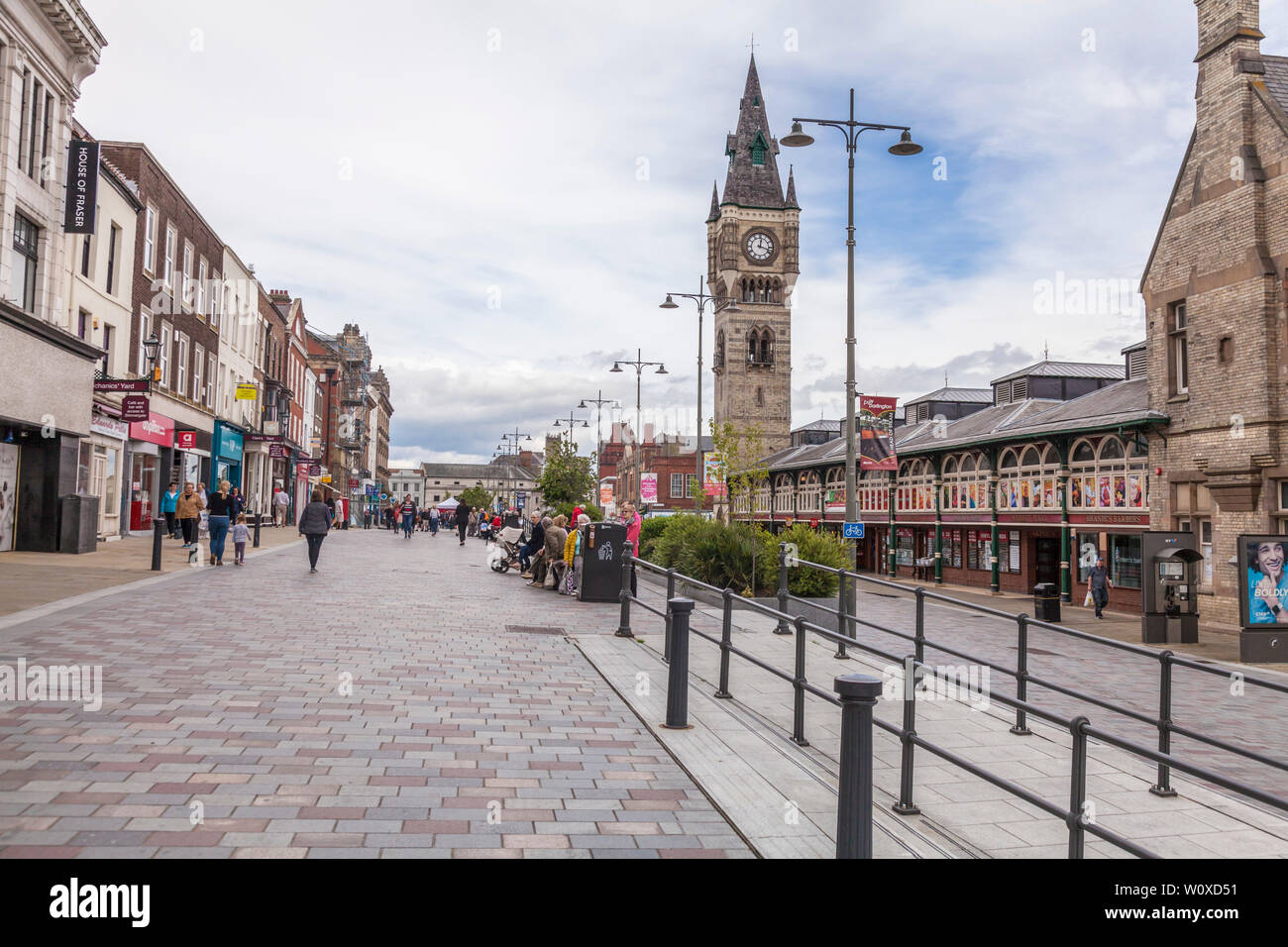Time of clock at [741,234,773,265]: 12:18
